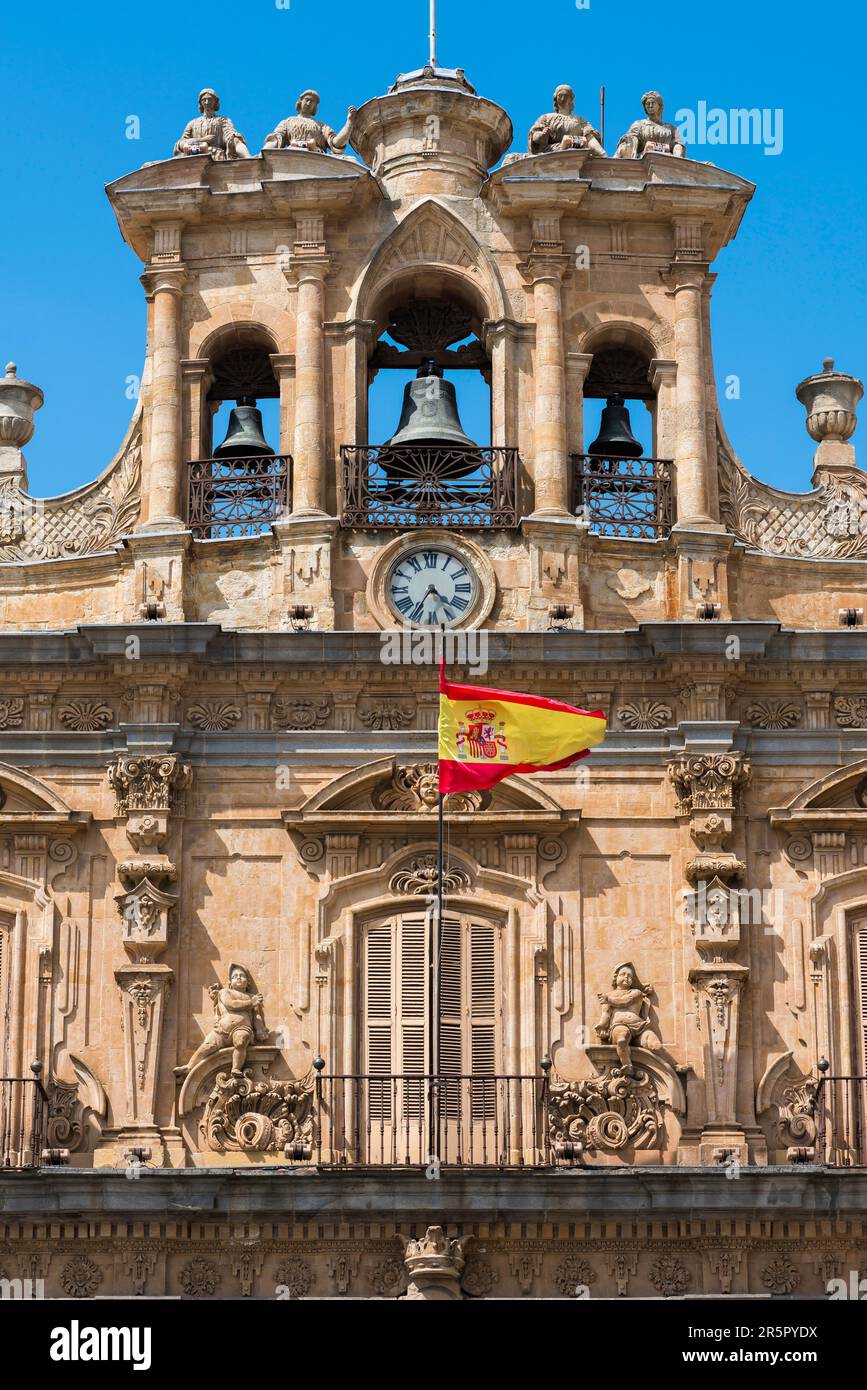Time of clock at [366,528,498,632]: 4:35
